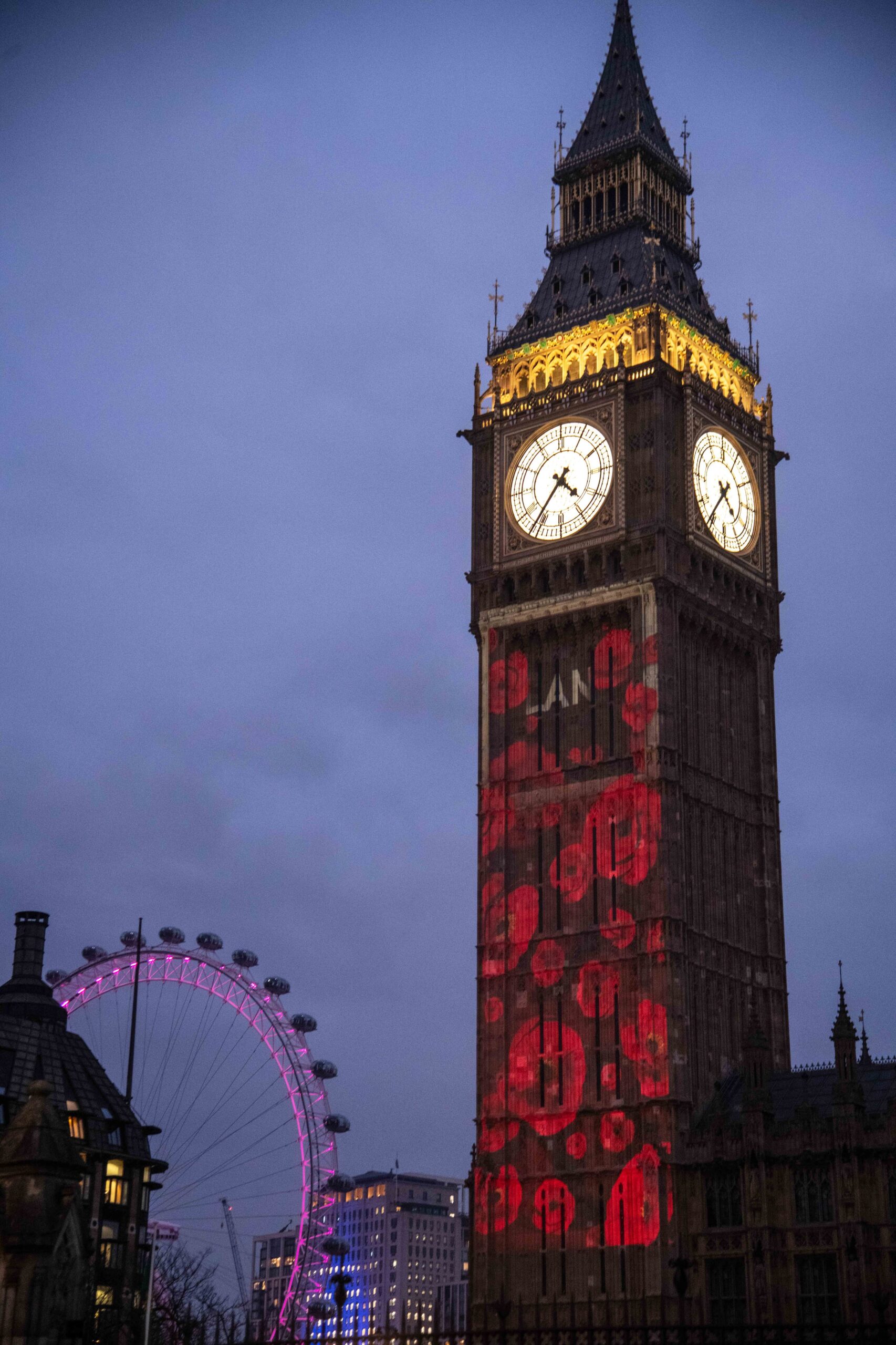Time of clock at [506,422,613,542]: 4:36
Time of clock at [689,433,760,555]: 4:35
